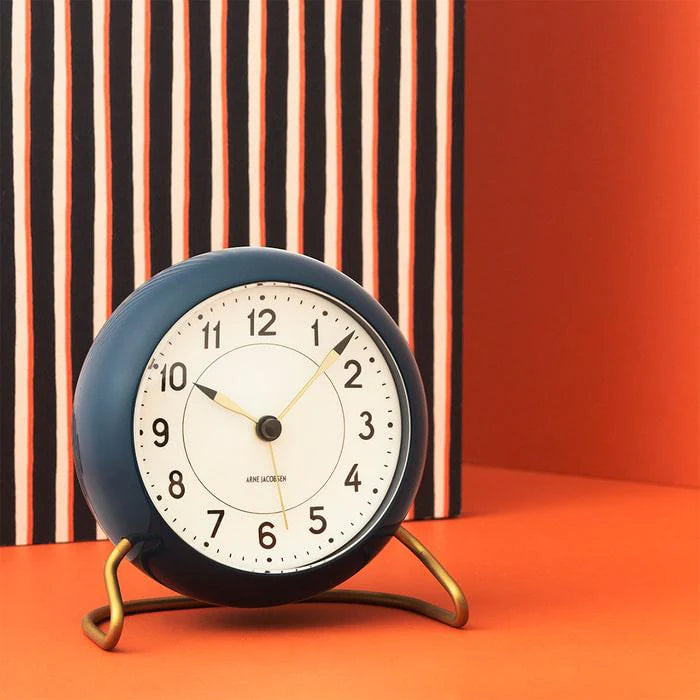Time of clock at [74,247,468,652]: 10:07
